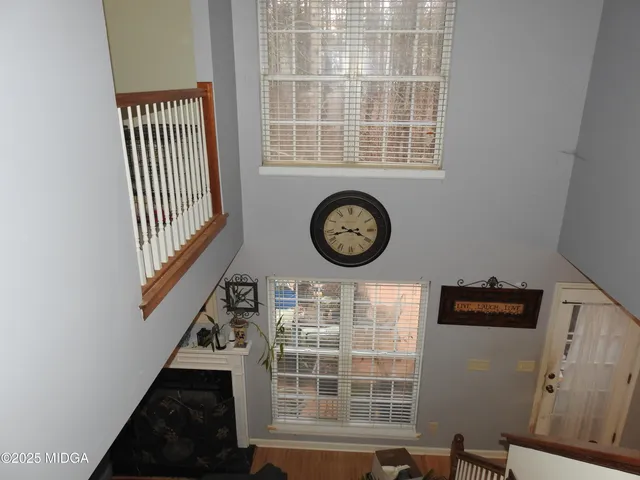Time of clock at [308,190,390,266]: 3:42
